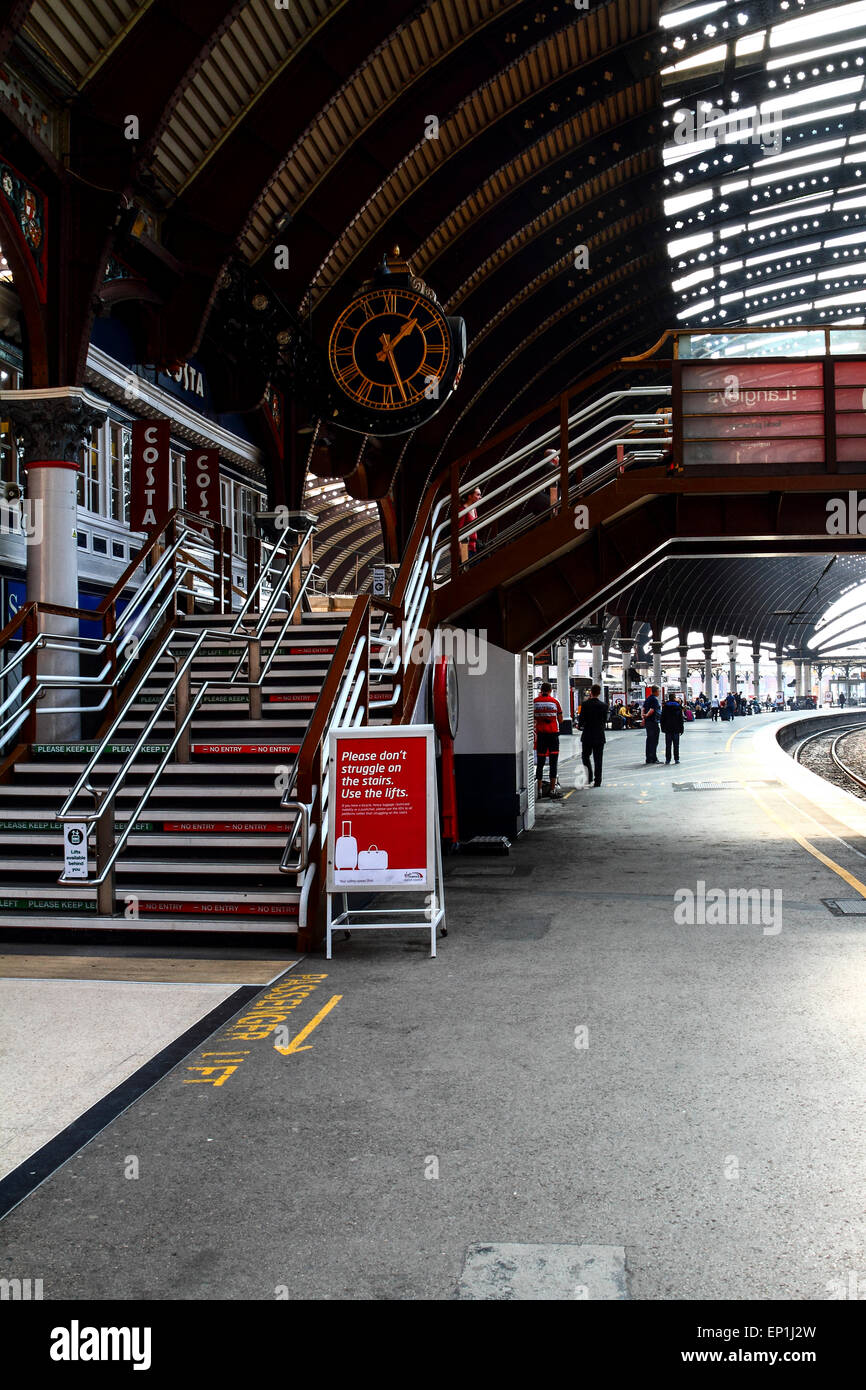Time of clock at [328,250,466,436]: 1:25
